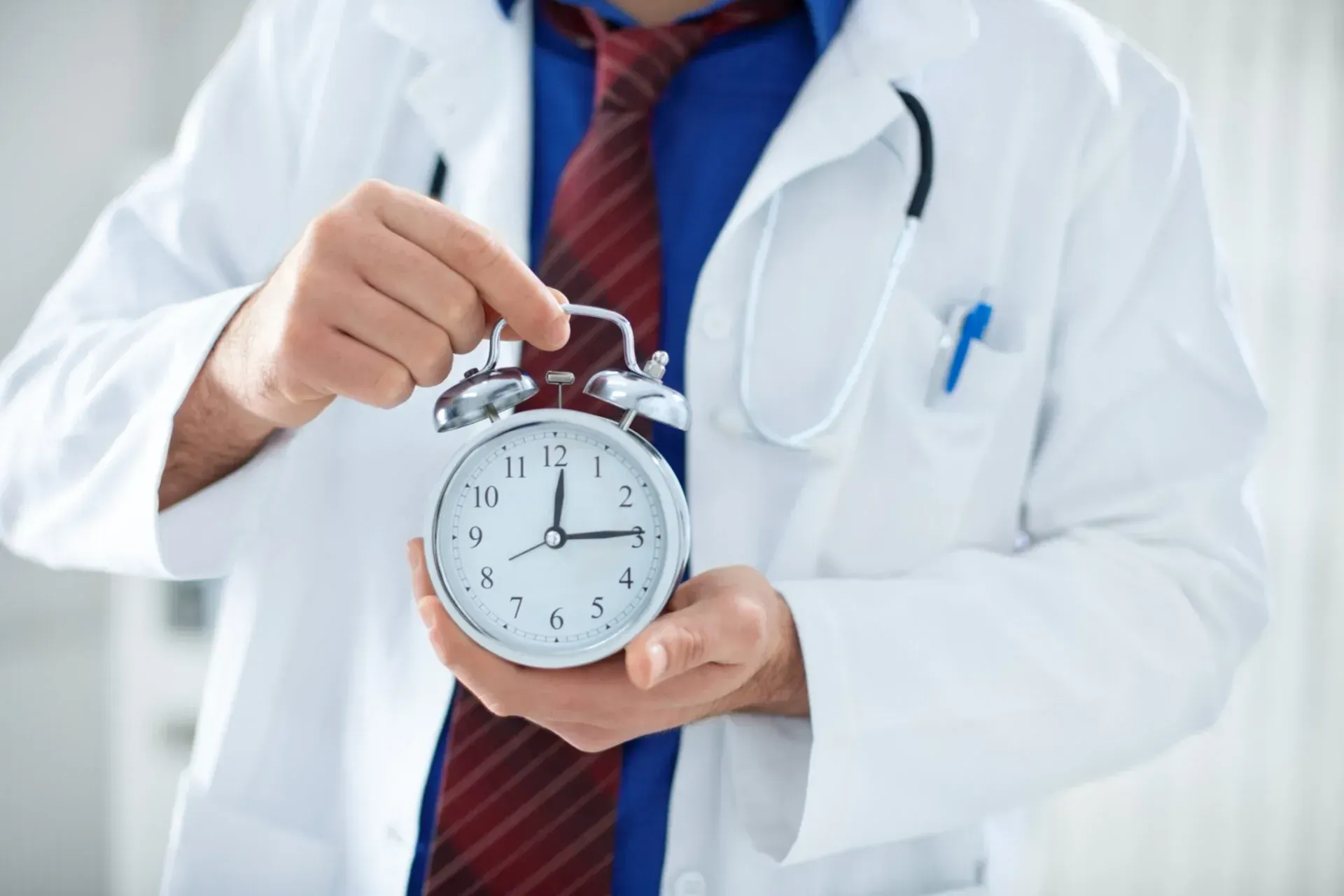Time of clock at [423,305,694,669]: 12:14
